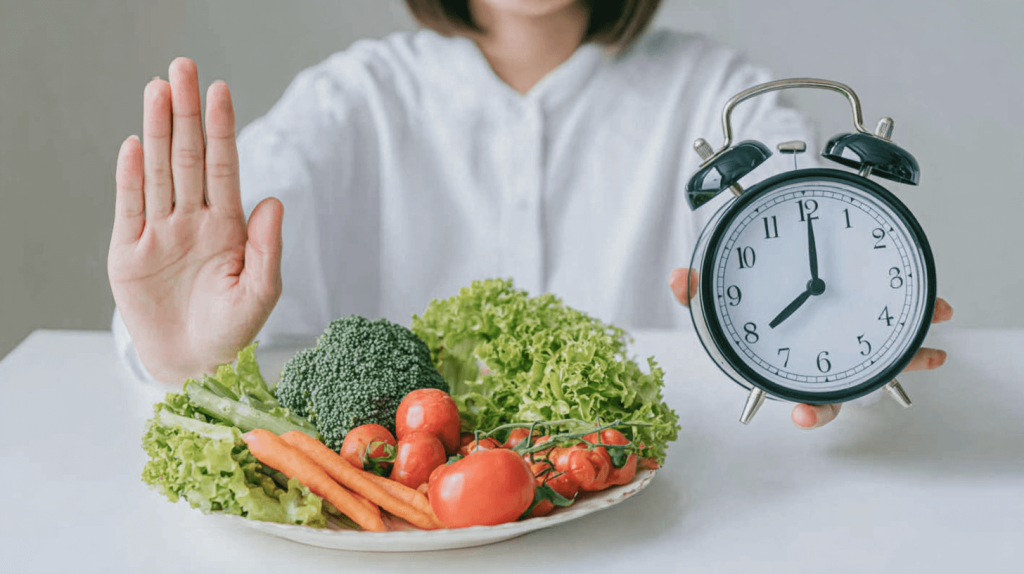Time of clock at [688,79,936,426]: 8:00
